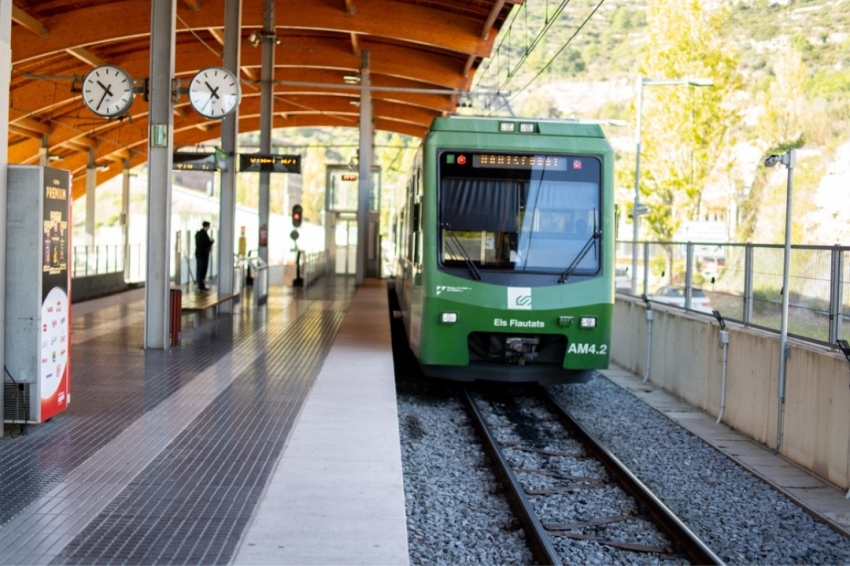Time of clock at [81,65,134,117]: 10:35
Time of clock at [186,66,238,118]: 10:35
